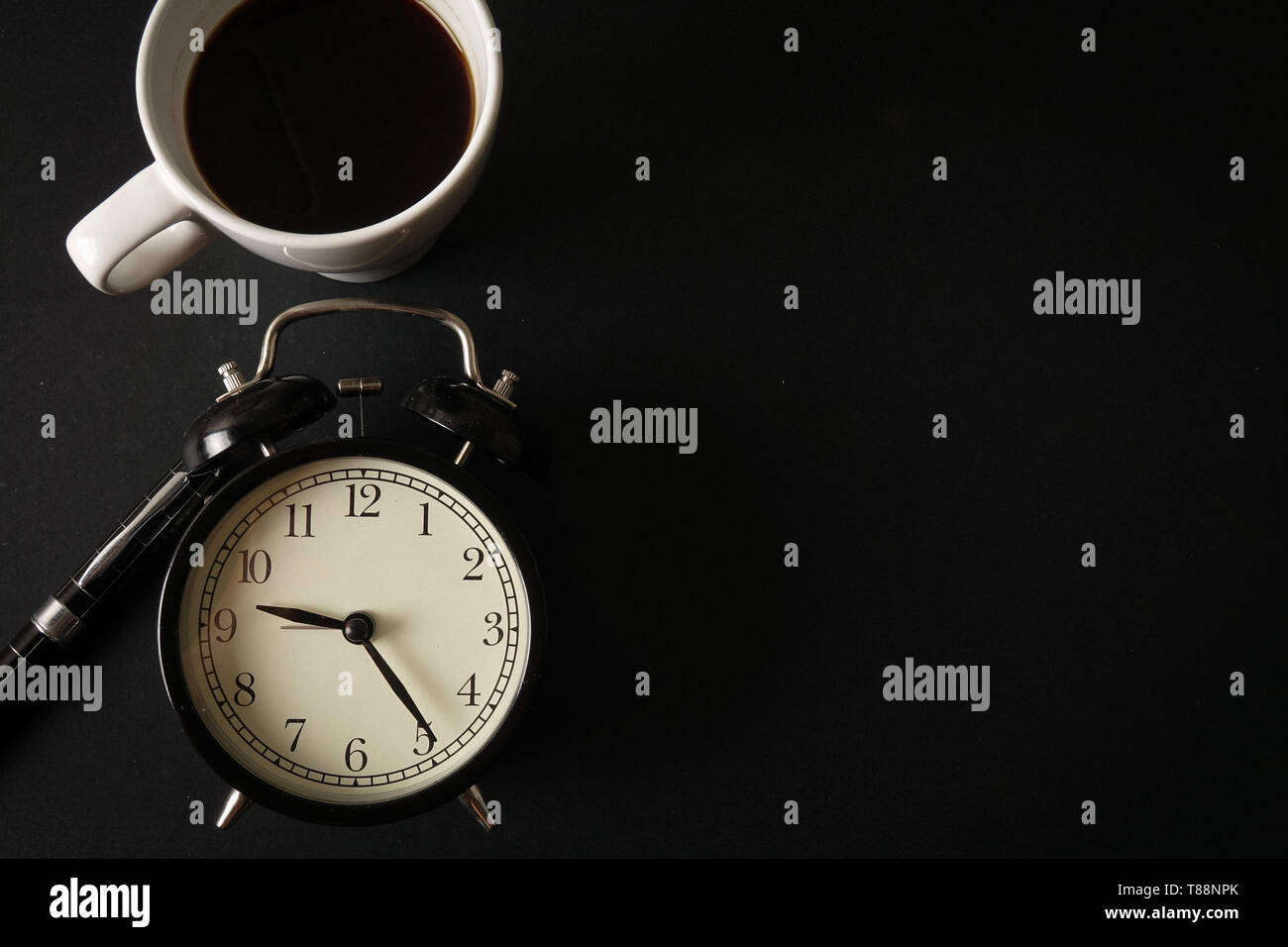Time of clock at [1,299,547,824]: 9:24
